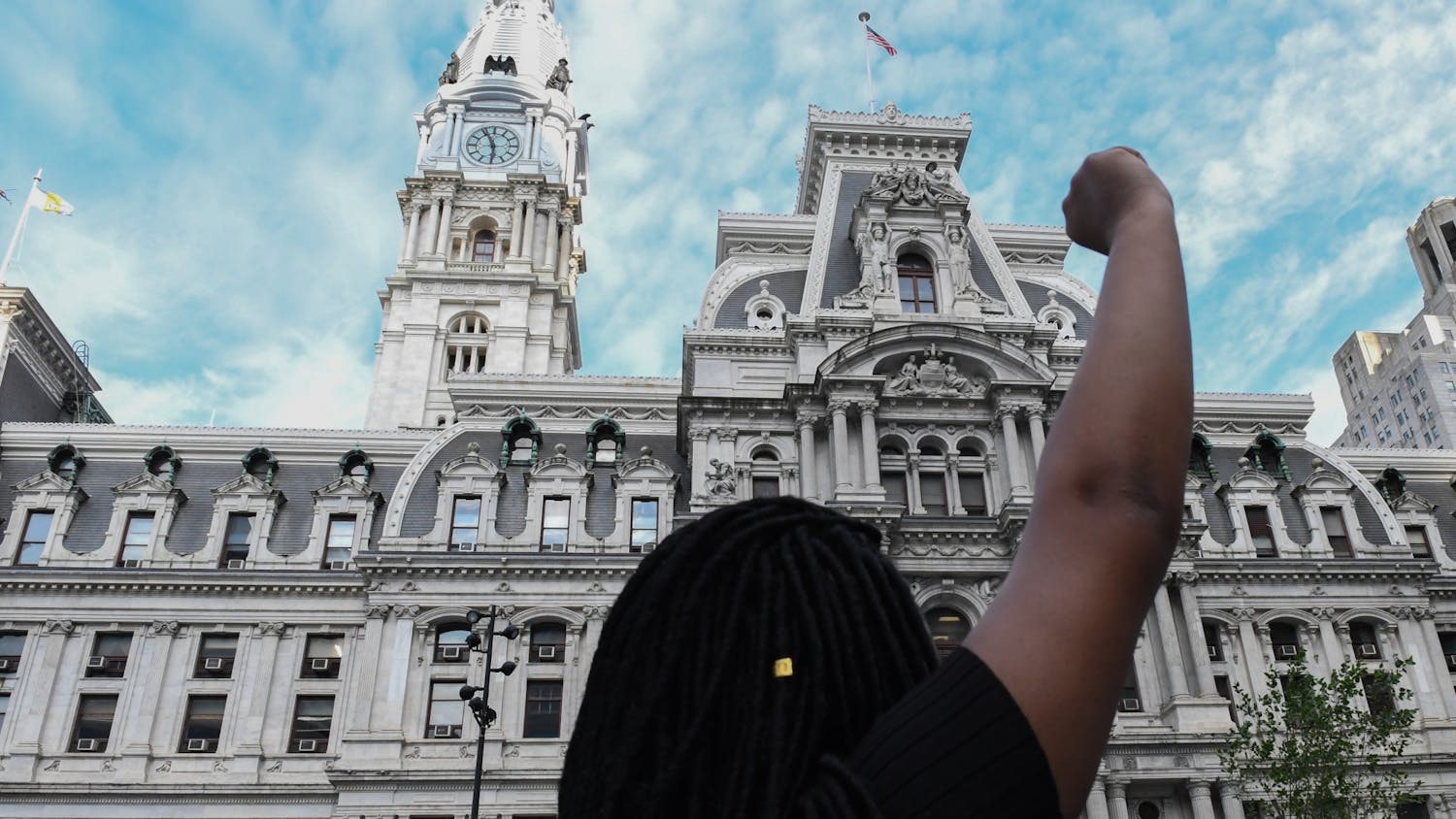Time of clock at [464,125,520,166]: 5:56
